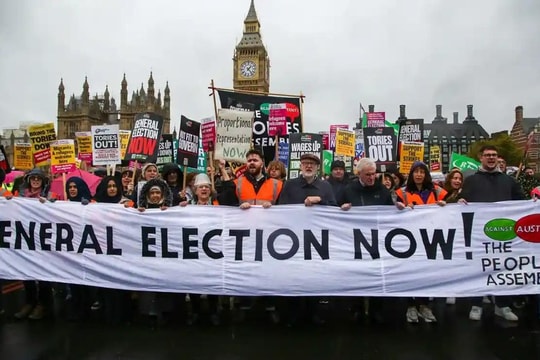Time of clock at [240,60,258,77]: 1:23
